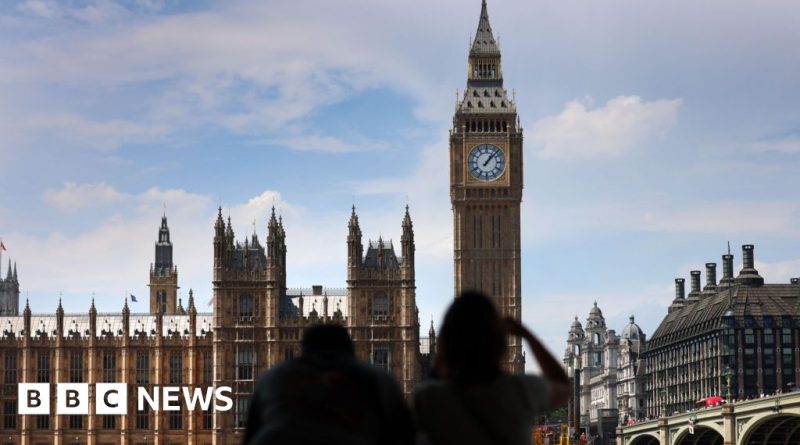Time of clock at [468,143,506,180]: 1:07
